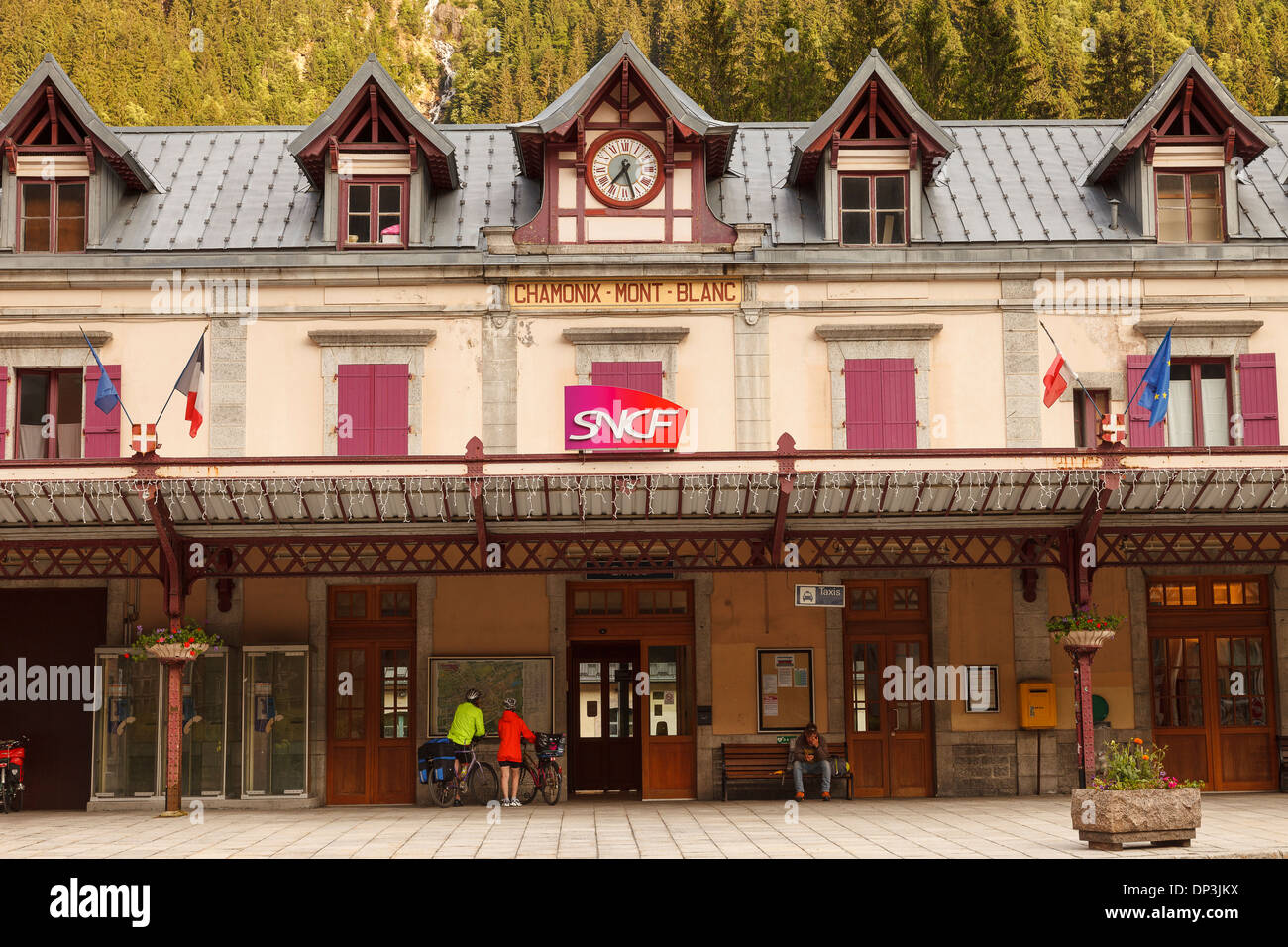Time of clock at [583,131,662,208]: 7:27
